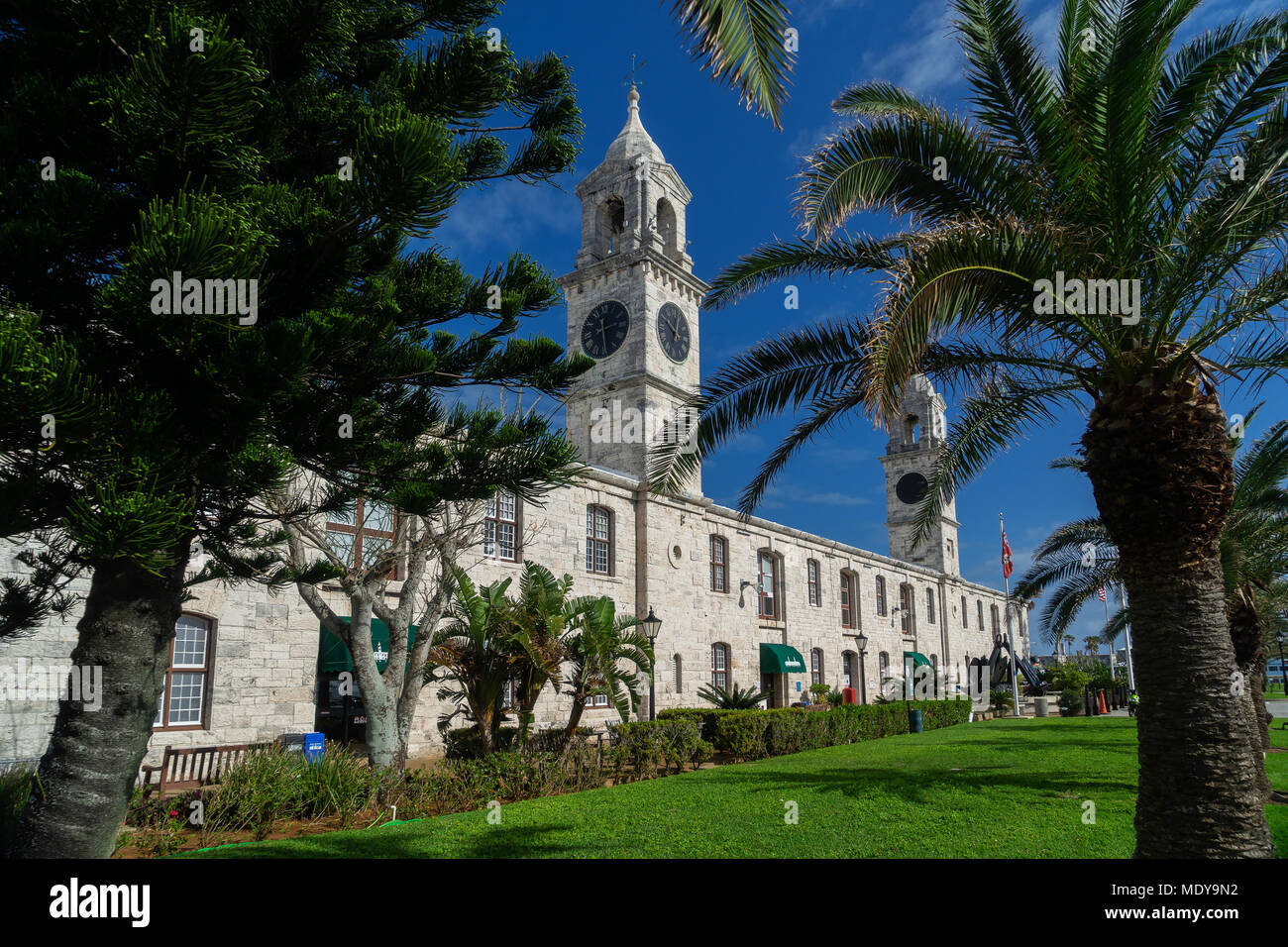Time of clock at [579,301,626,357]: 2:29
